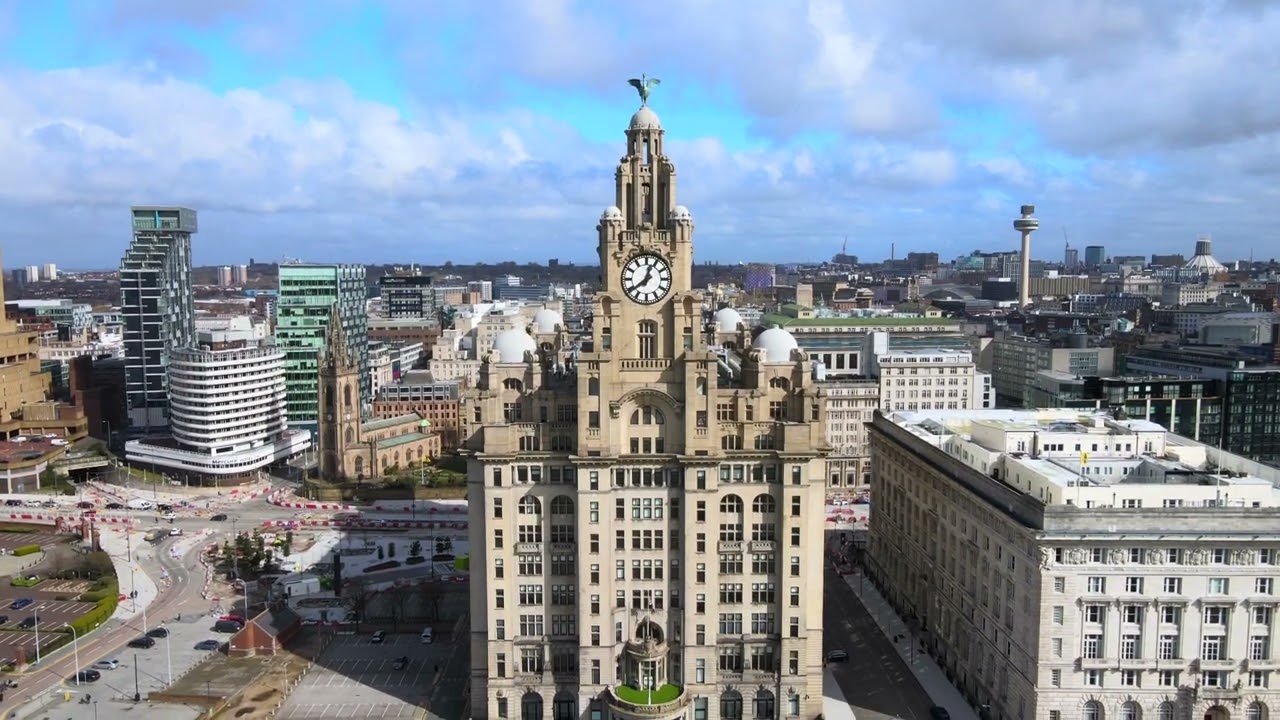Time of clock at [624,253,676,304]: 12:38
